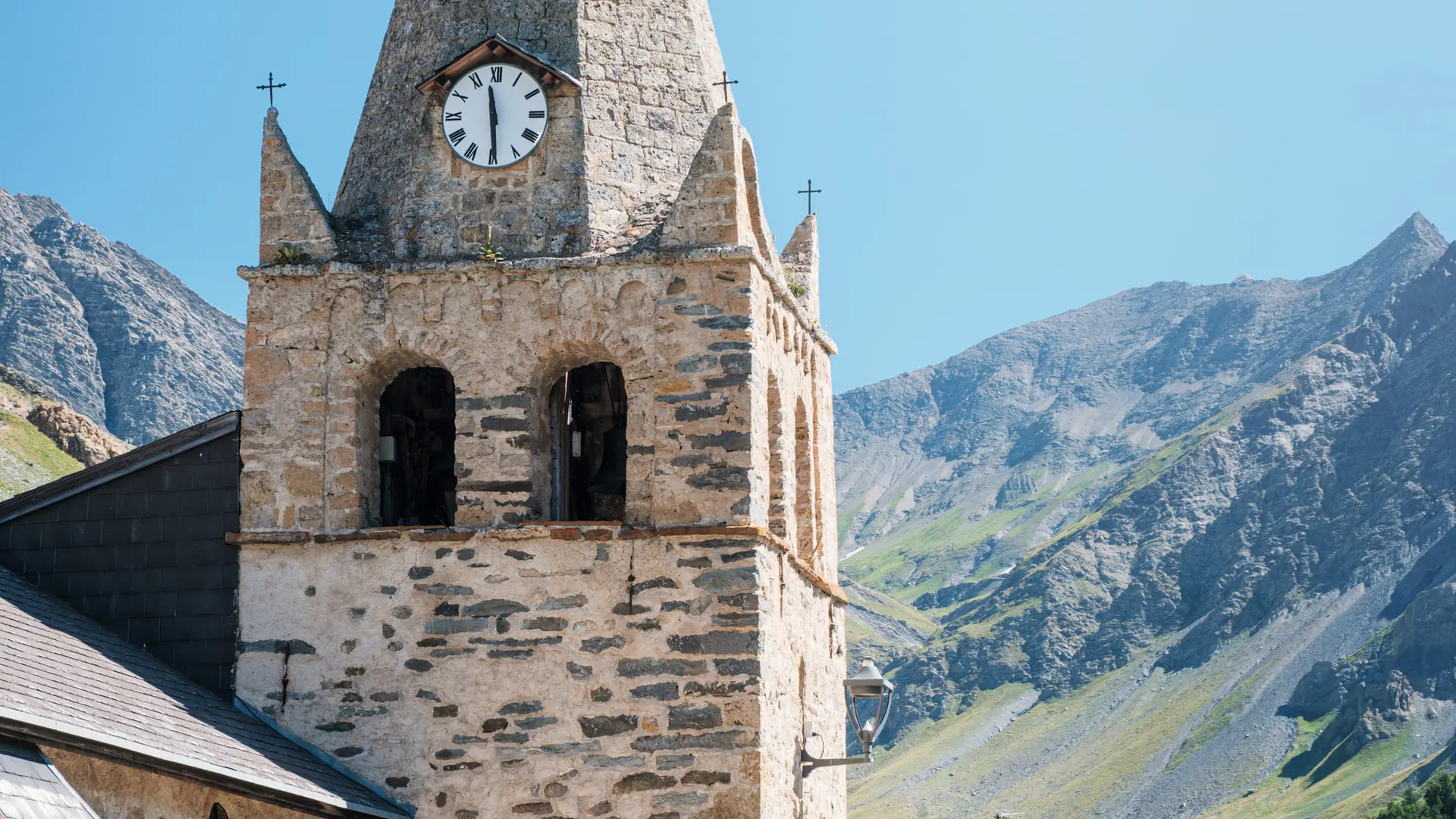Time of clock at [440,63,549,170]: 11:29
